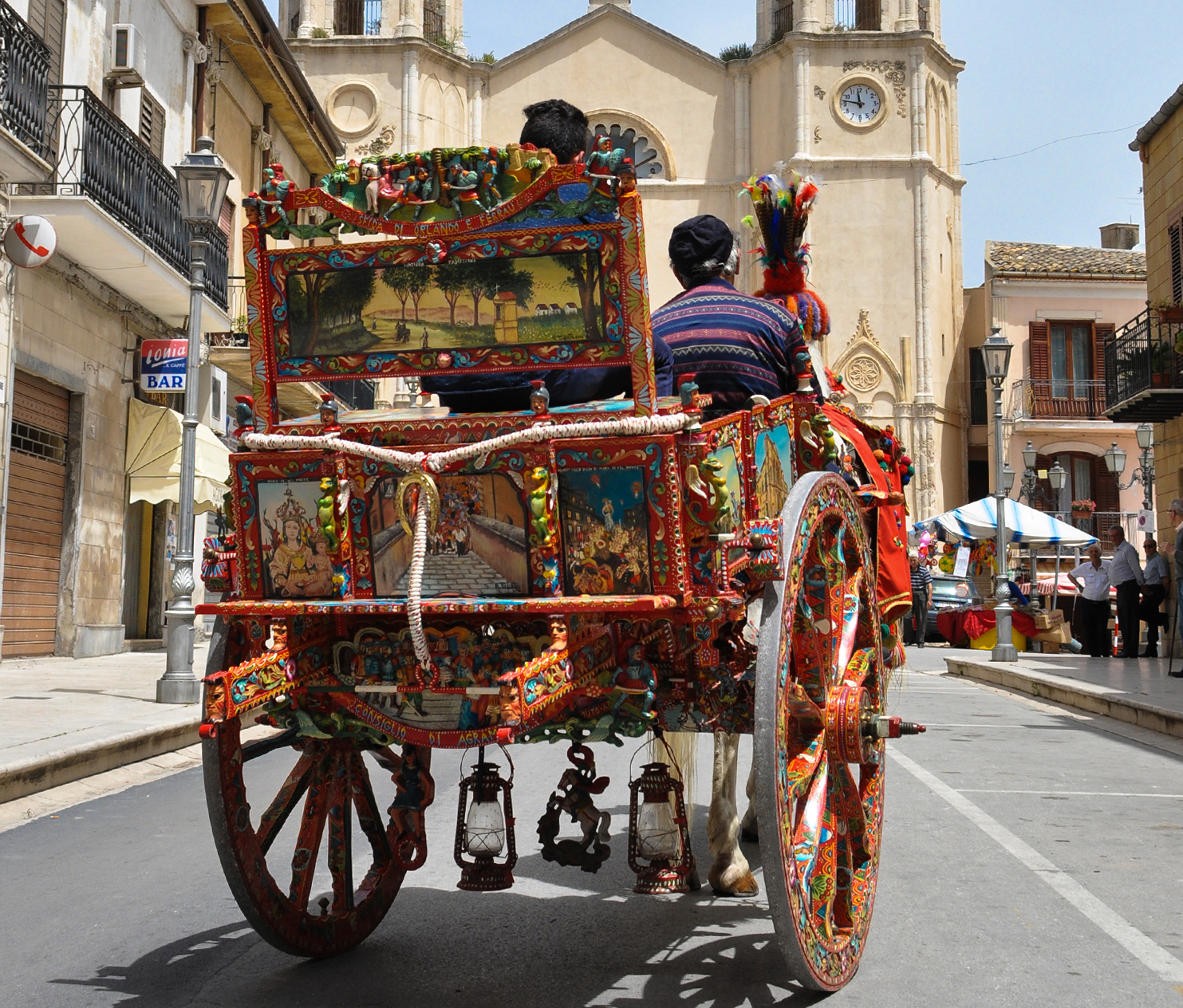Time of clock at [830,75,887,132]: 11:46
